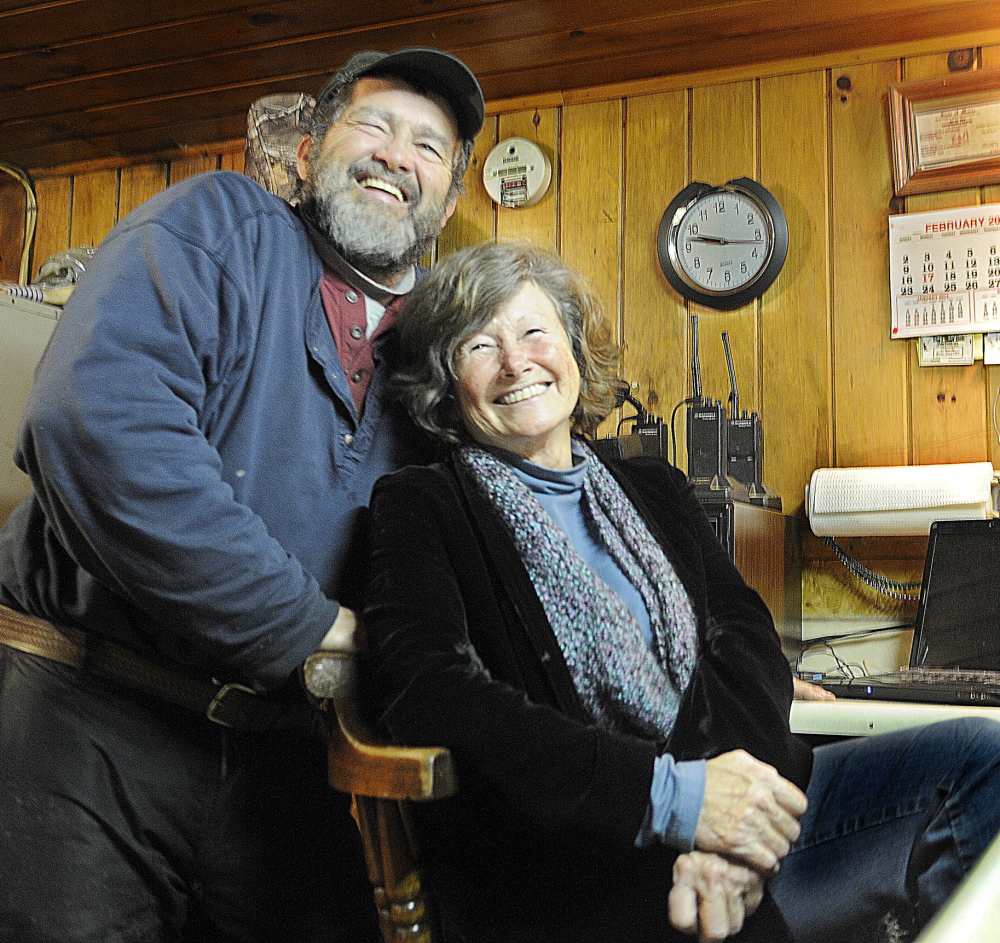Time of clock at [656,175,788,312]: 9:47
